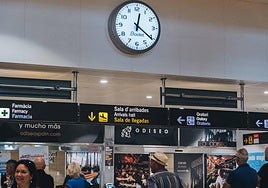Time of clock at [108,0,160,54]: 12:20
